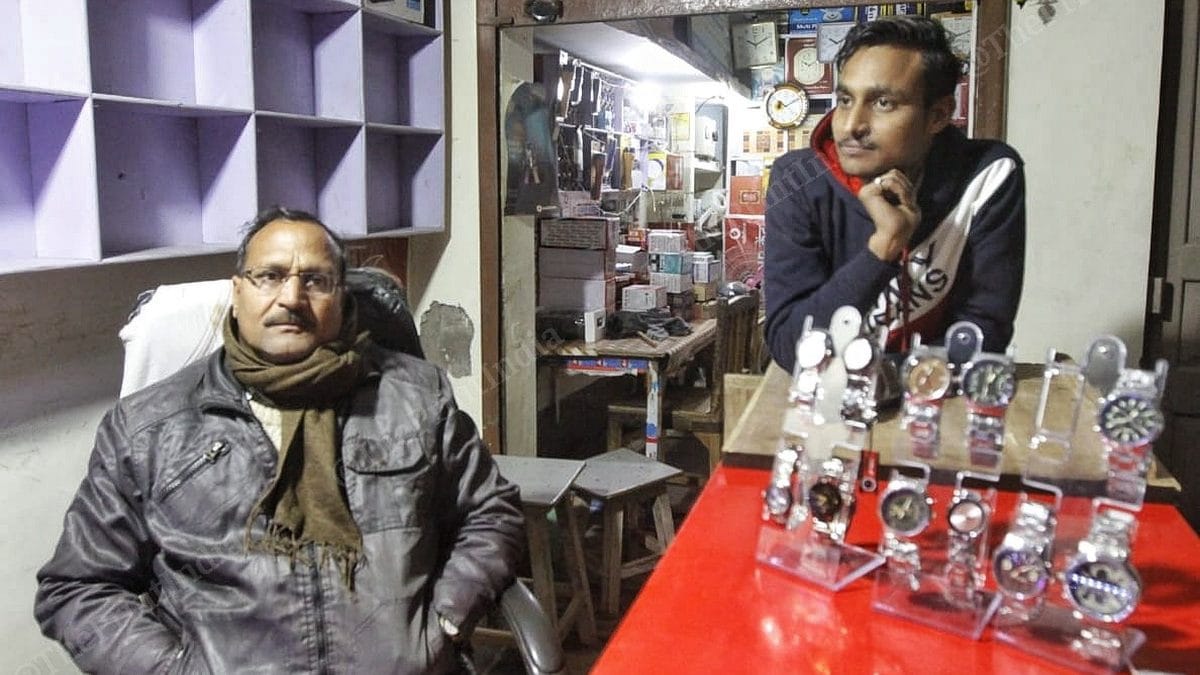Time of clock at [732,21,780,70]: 10:10
